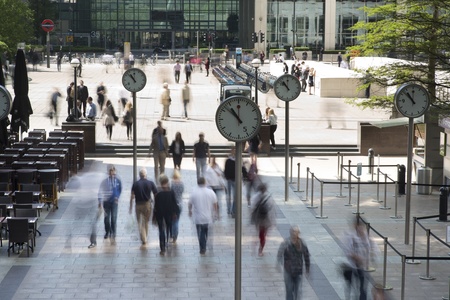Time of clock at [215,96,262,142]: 10:52
